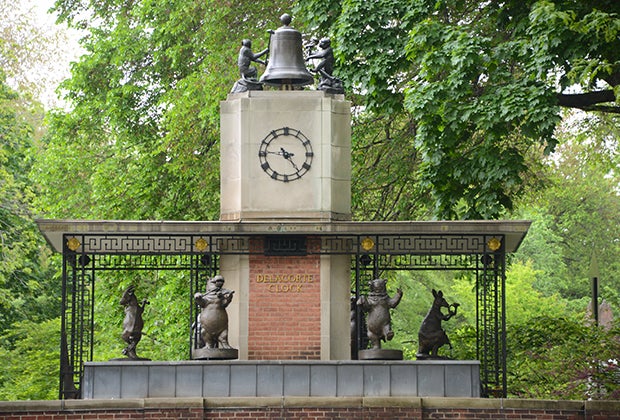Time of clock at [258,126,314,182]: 4:46
